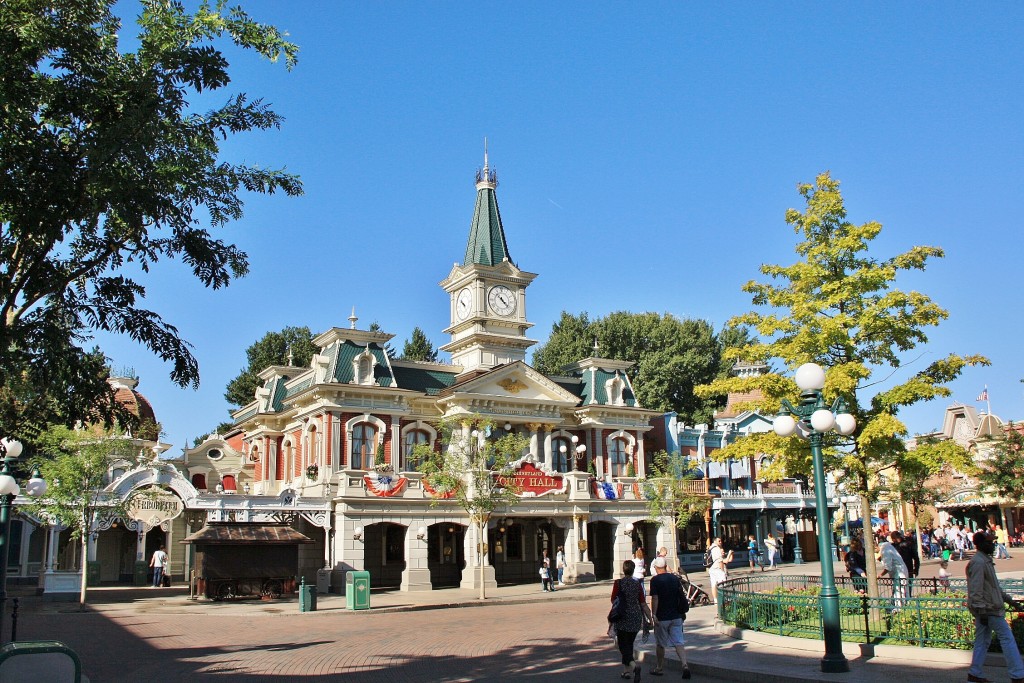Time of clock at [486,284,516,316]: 10:22
